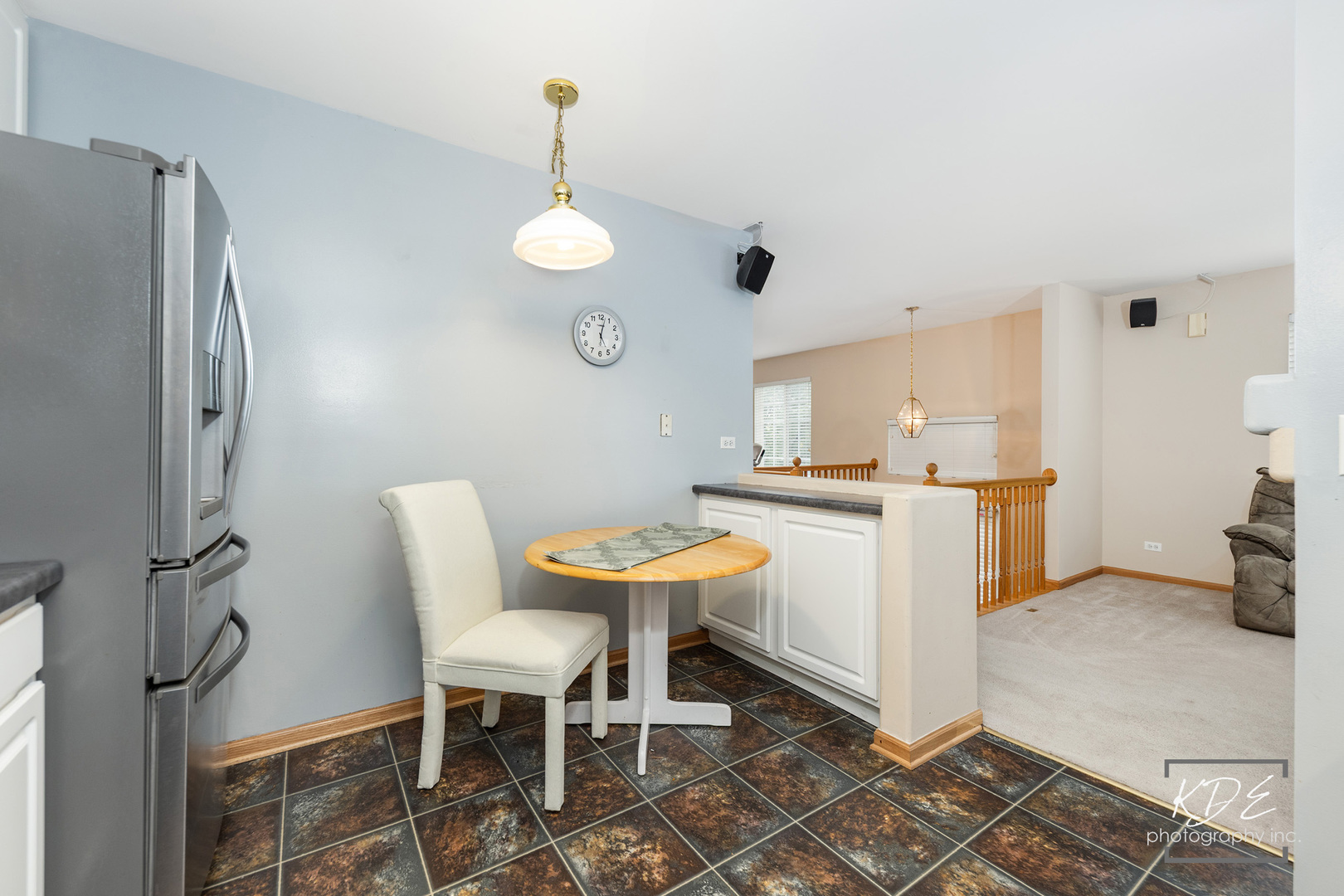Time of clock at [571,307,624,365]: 5:02
